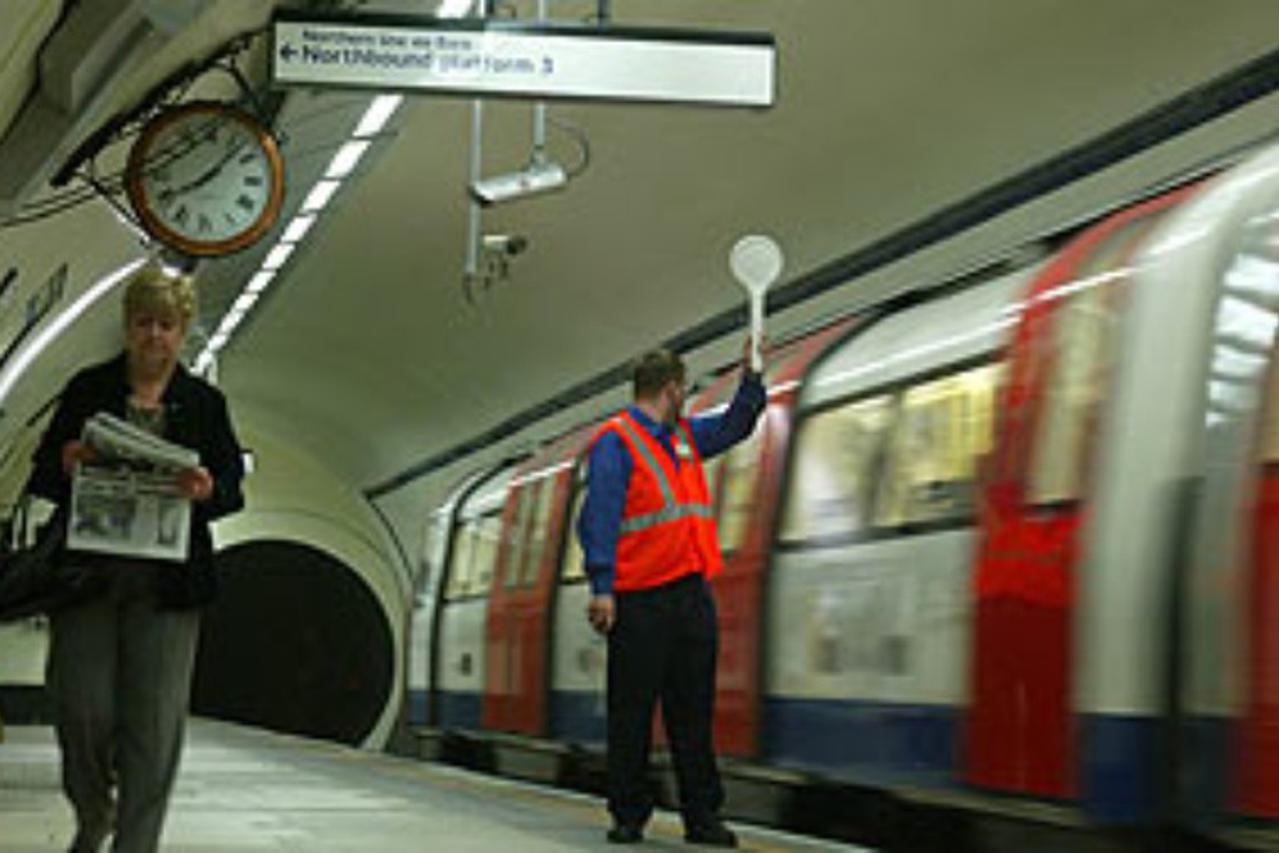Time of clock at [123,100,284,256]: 8:07
